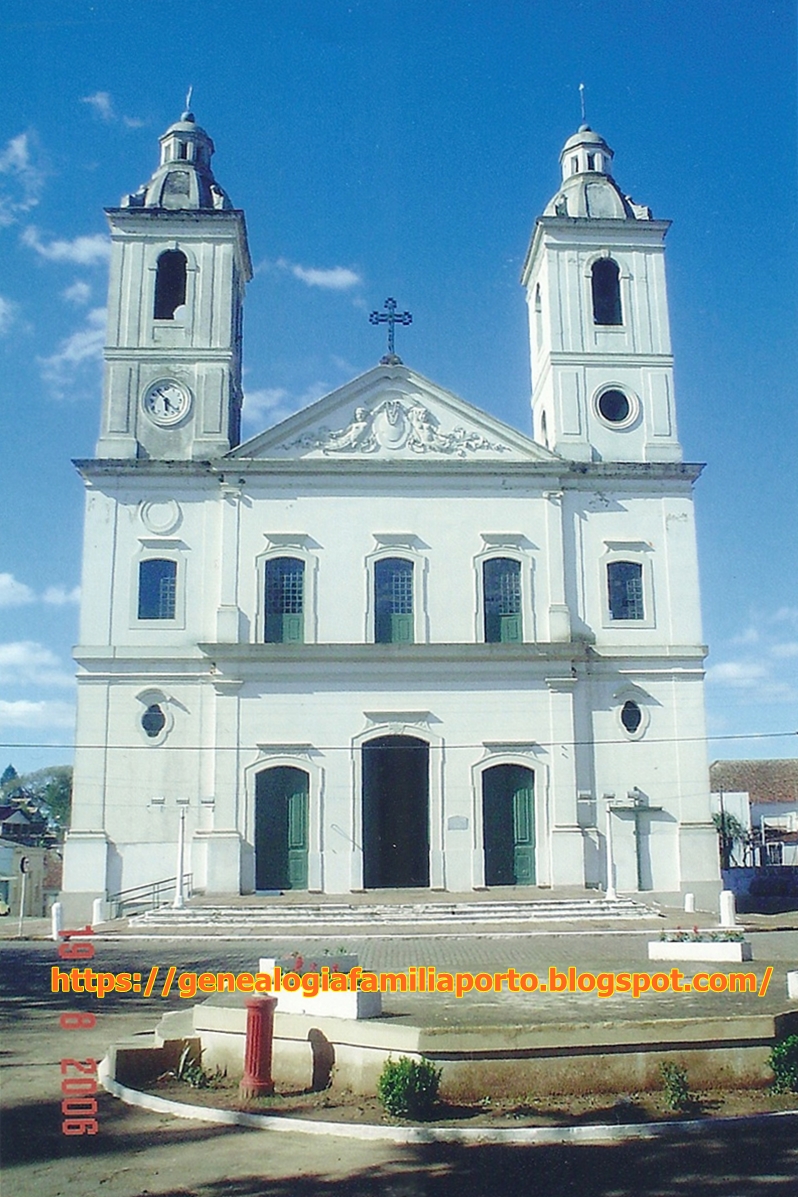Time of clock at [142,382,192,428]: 5:53
